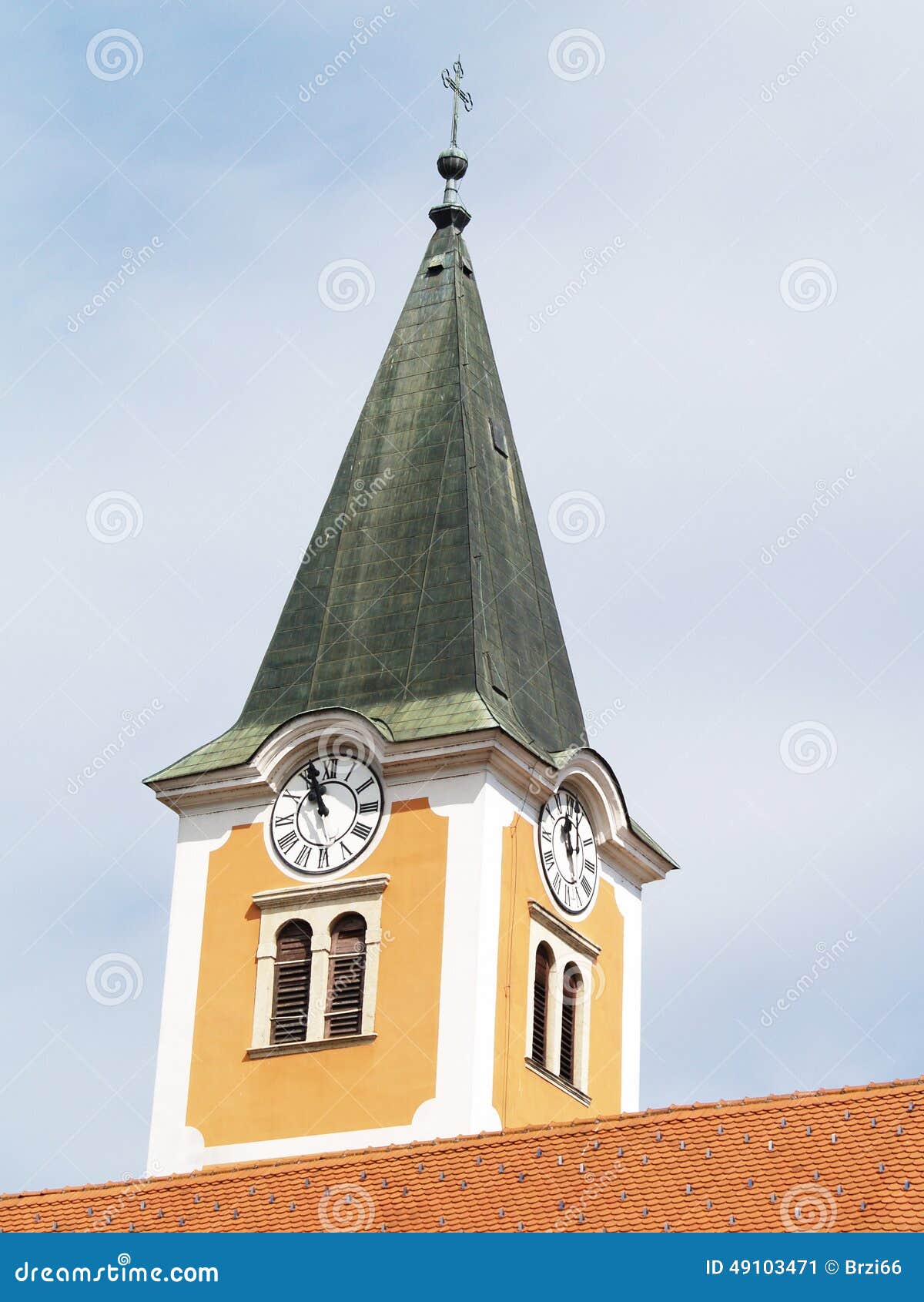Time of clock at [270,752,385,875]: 10:56
